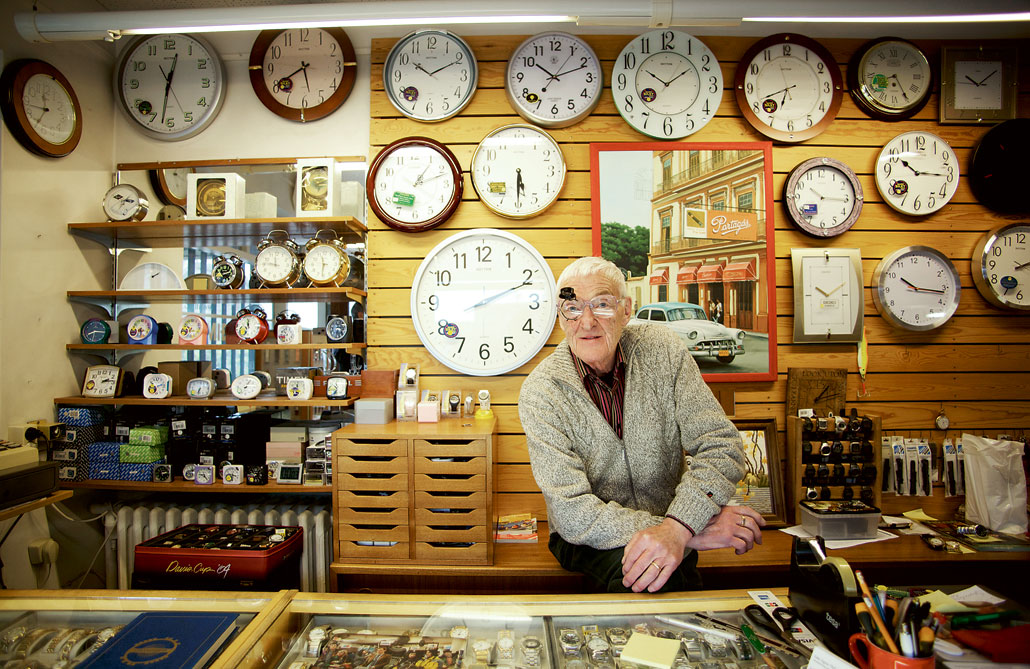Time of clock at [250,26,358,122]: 5:39
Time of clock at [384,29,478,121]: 10:10
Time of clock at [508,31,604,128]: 10:11
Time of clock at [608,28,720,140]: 10:09
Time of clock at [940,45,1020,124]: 10:08
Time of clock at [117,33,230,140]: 12:31
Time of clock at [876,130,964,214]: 10:14
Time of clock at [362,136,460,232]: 1:11
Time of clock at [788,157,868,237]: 10:15
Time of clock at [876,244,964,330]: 10:16
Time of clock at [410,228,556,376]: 2:11
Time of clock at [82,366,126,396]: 2:13
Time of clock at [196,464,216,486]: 9:23
